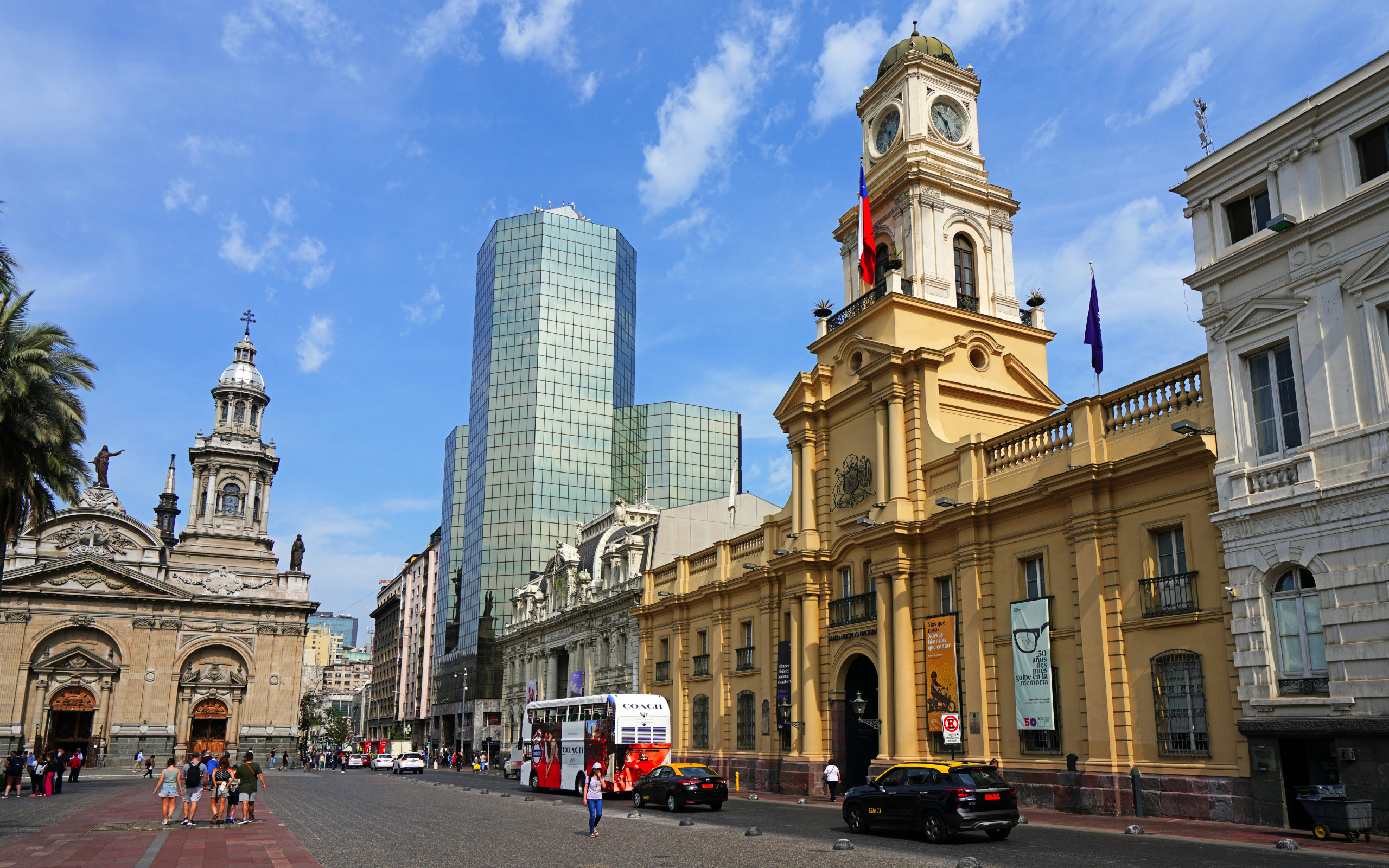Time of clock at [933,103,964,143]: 10:28
